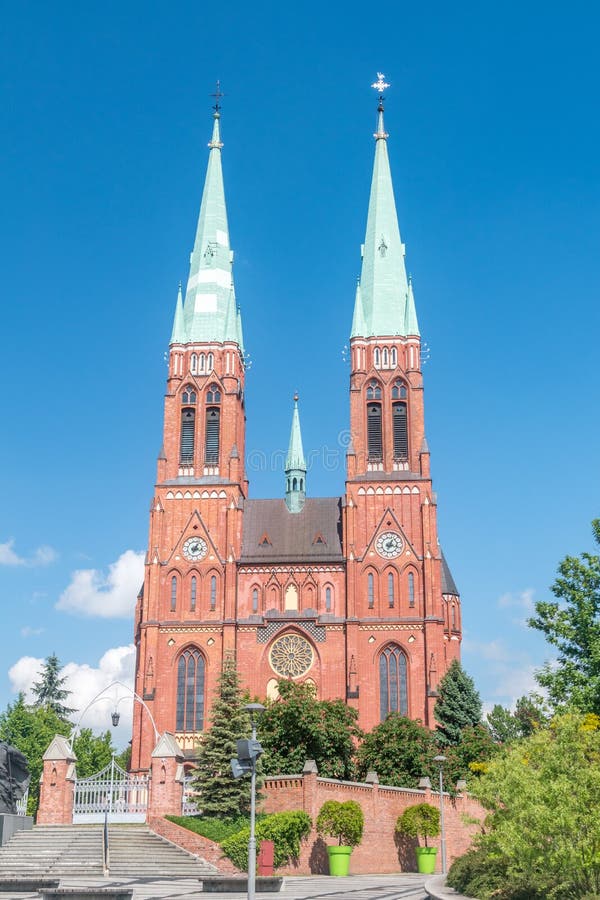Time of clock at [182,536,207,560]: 3:04
